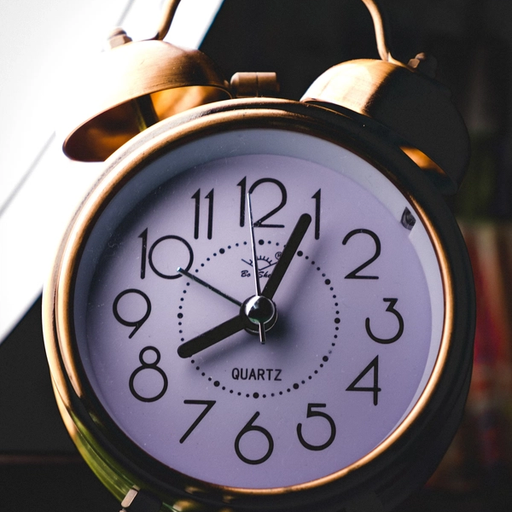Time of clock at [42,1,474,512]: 8:04
